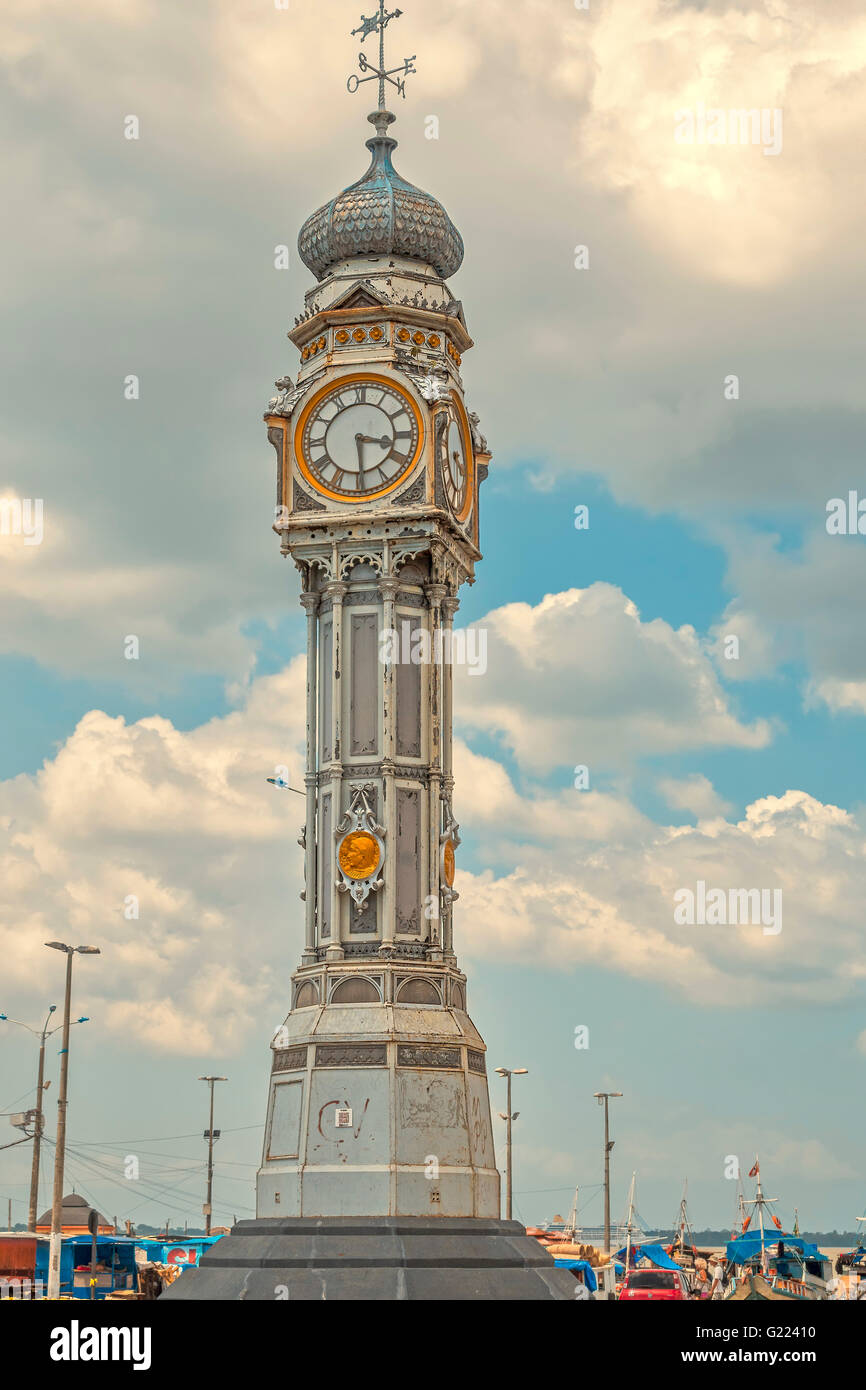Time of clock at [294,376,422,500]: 3:29
